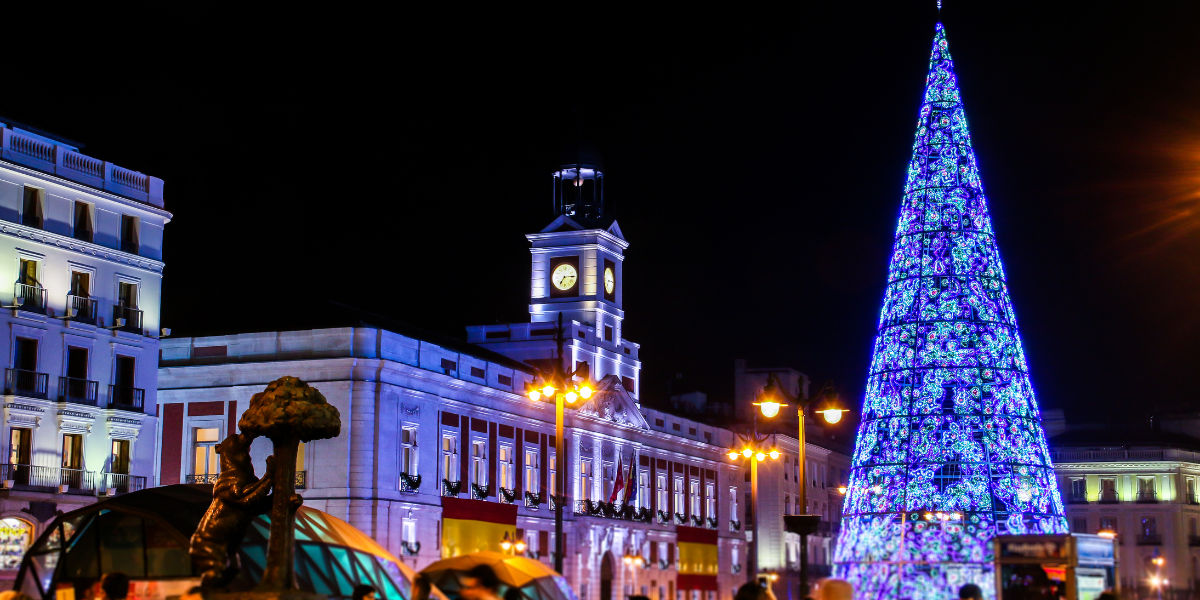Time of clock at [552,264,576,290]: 7:14
